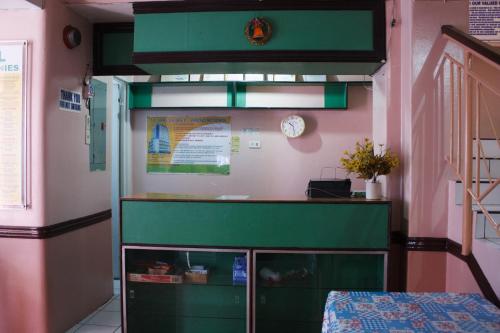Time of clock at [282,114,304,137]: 10:28
